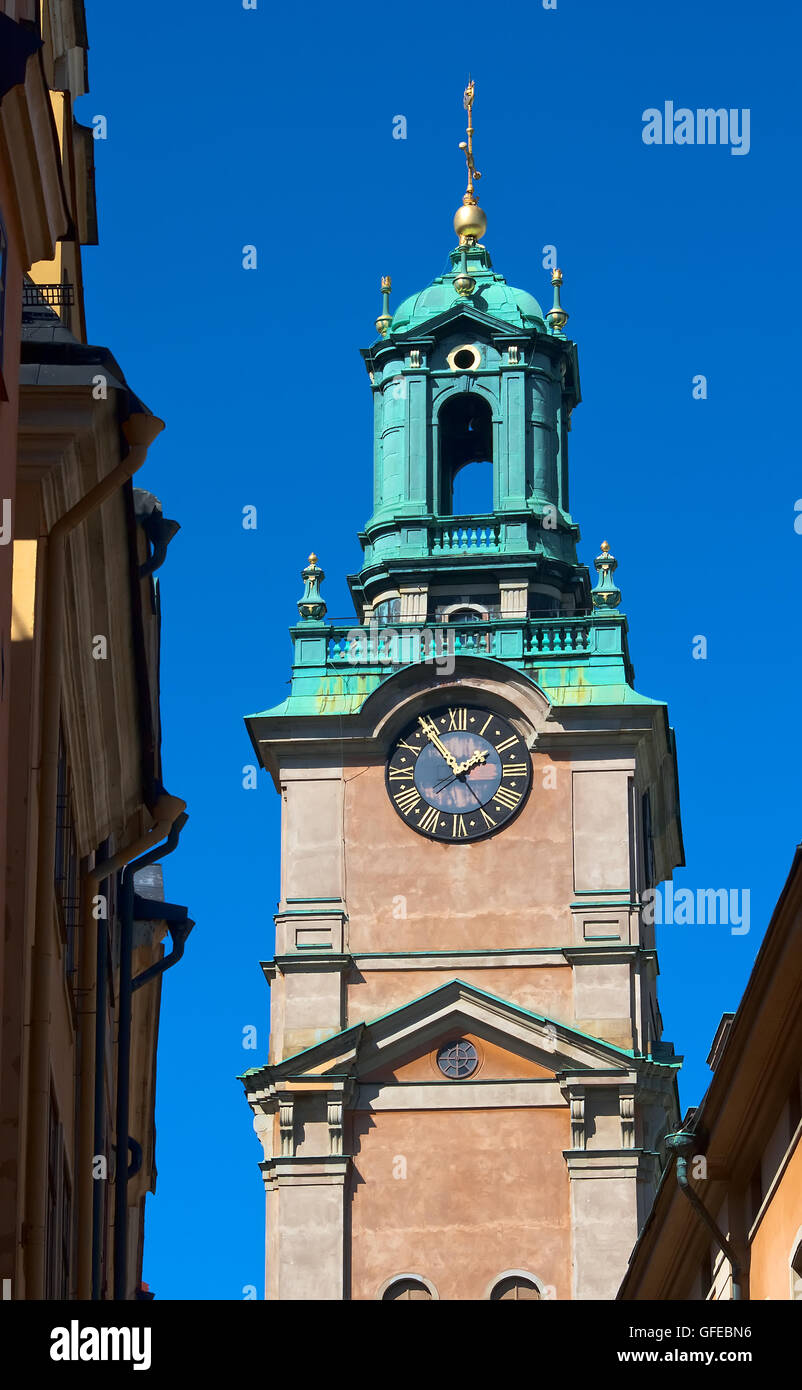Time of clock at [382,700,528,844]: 1:54
